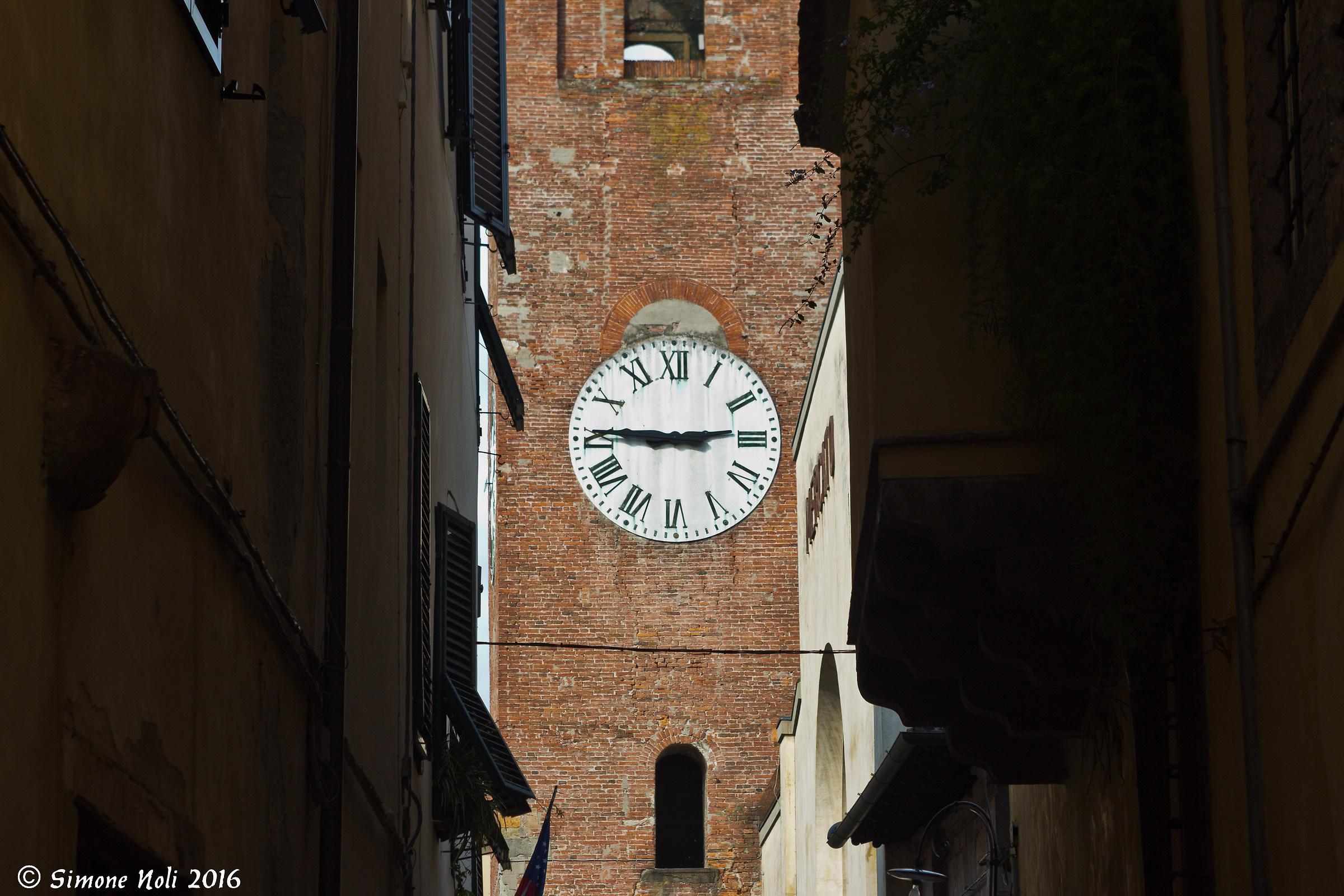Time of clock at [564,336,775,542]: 2:45
